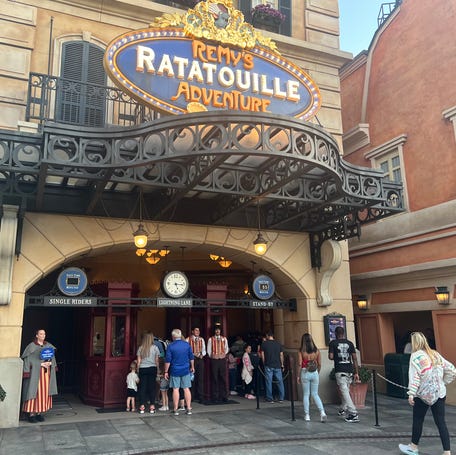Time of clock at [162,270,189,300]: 5:15
